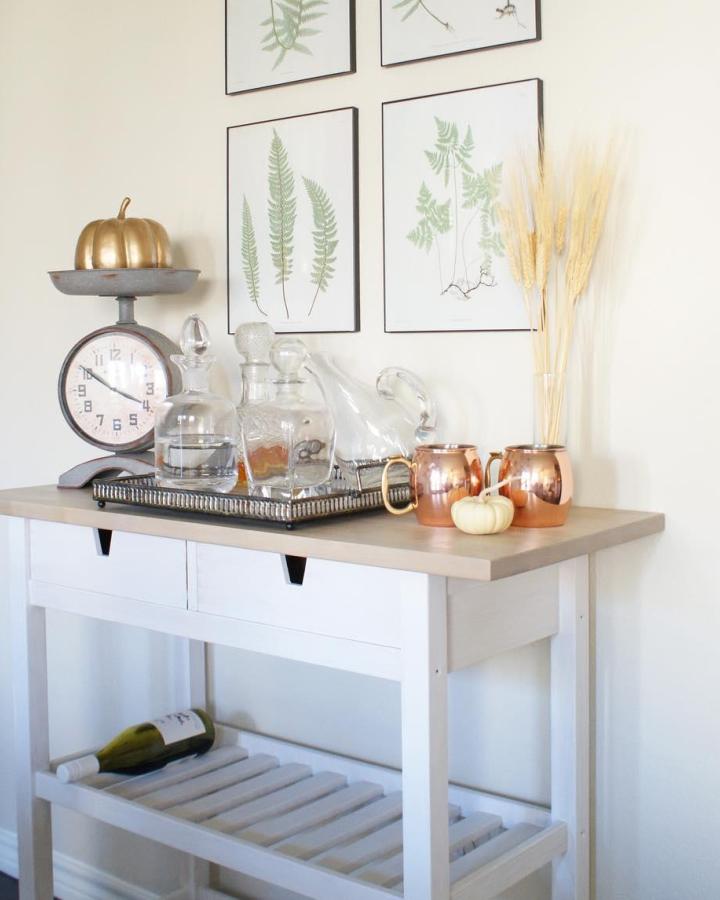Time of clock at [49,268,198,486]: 3:50
